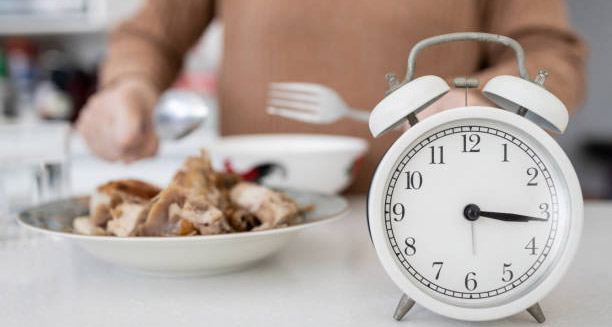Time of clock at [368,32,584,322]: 3:15
